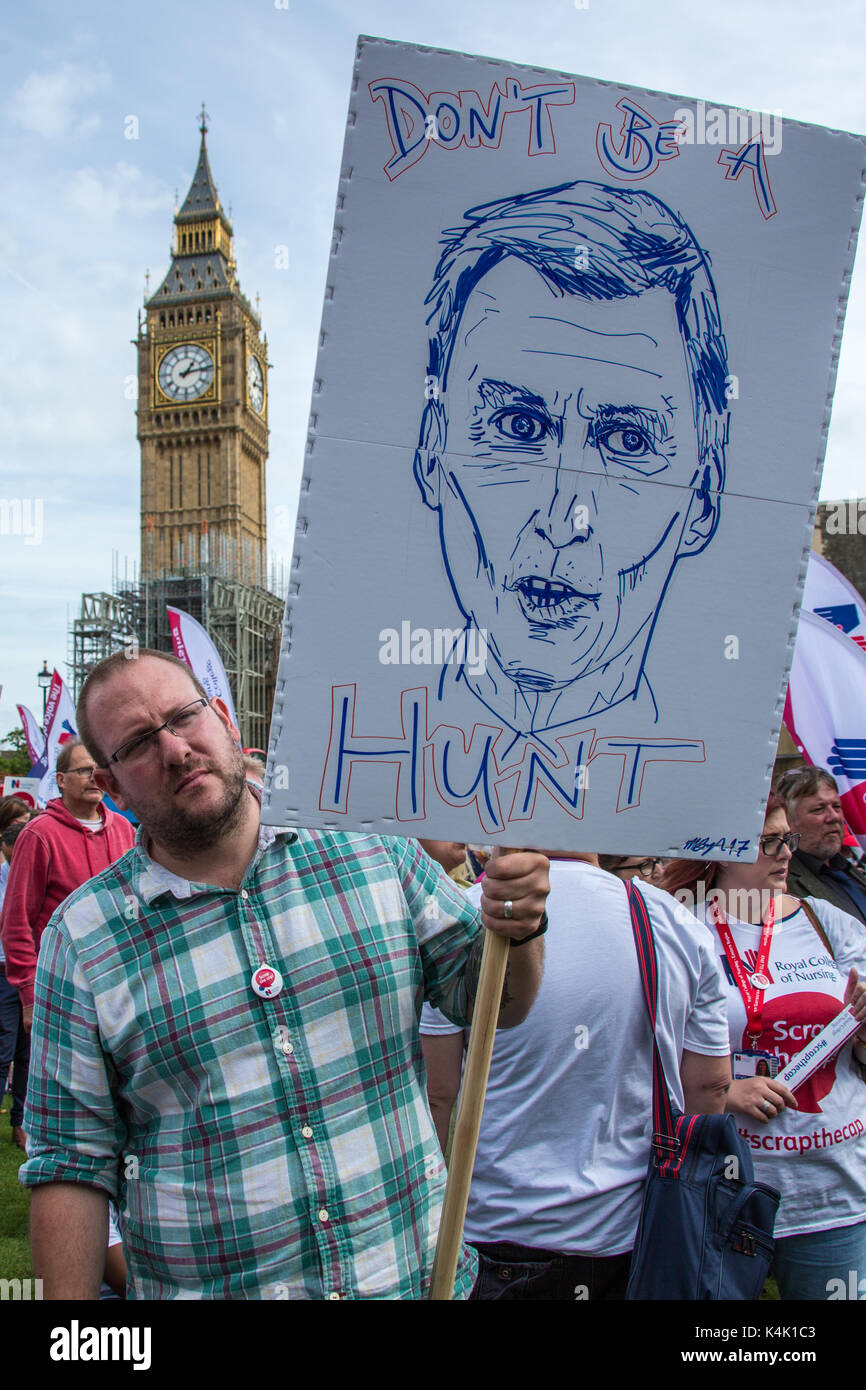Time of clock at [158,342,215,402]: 1:13
